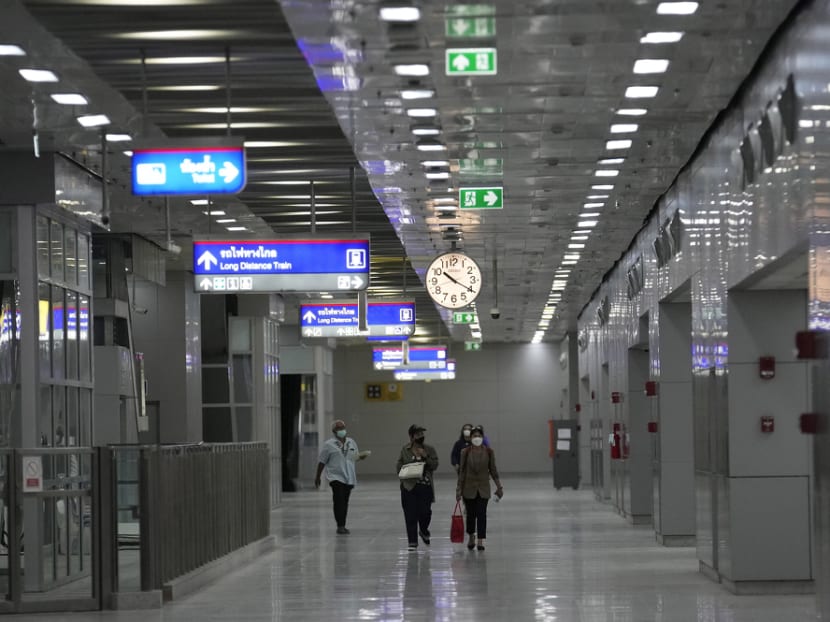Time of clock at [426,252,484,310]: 10:20
